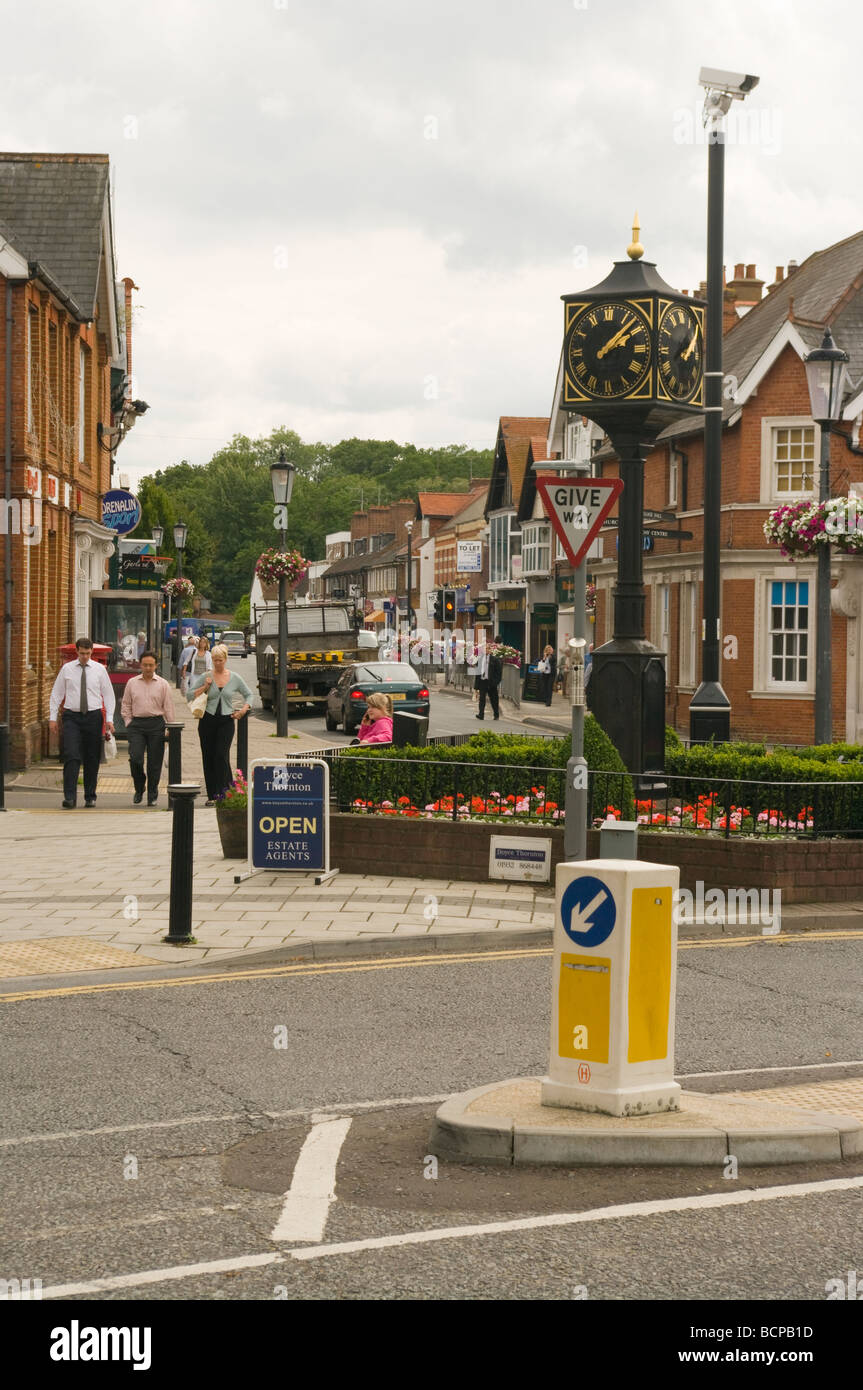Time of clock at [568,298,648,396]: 2:07
